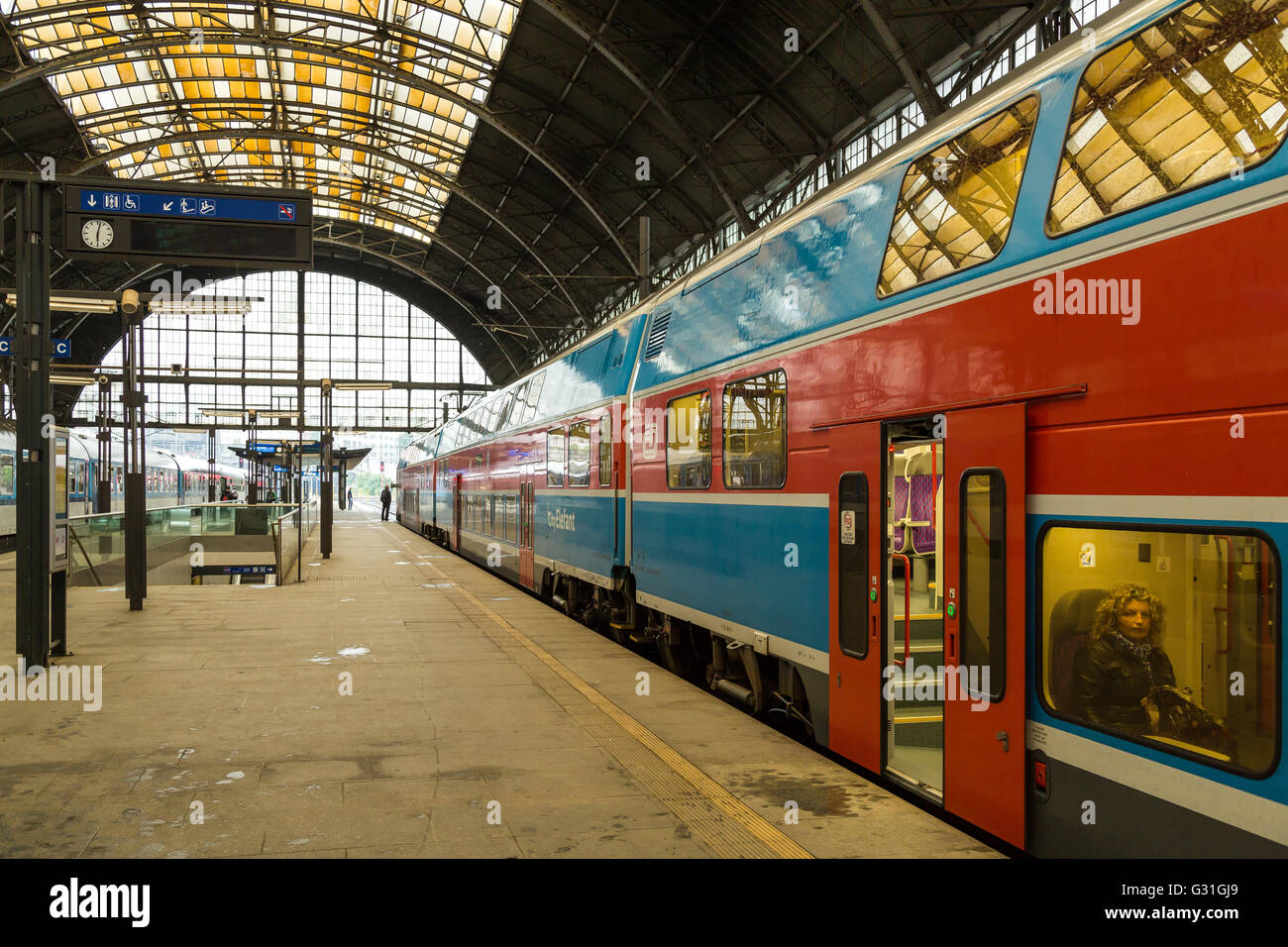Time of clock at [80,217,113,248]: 6:02
